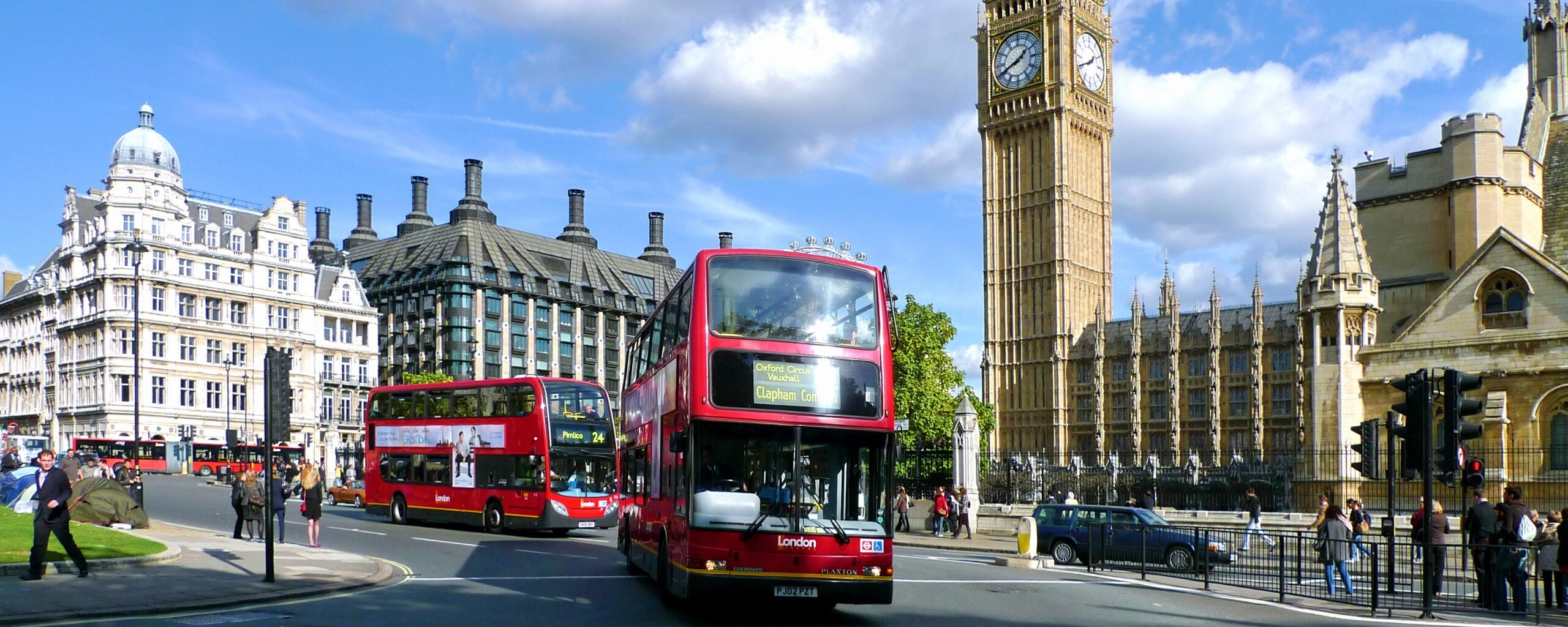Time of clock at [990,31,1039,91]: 1:41
